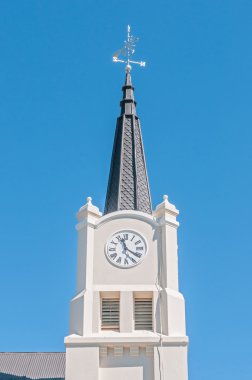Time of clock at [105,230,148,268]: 11:20
